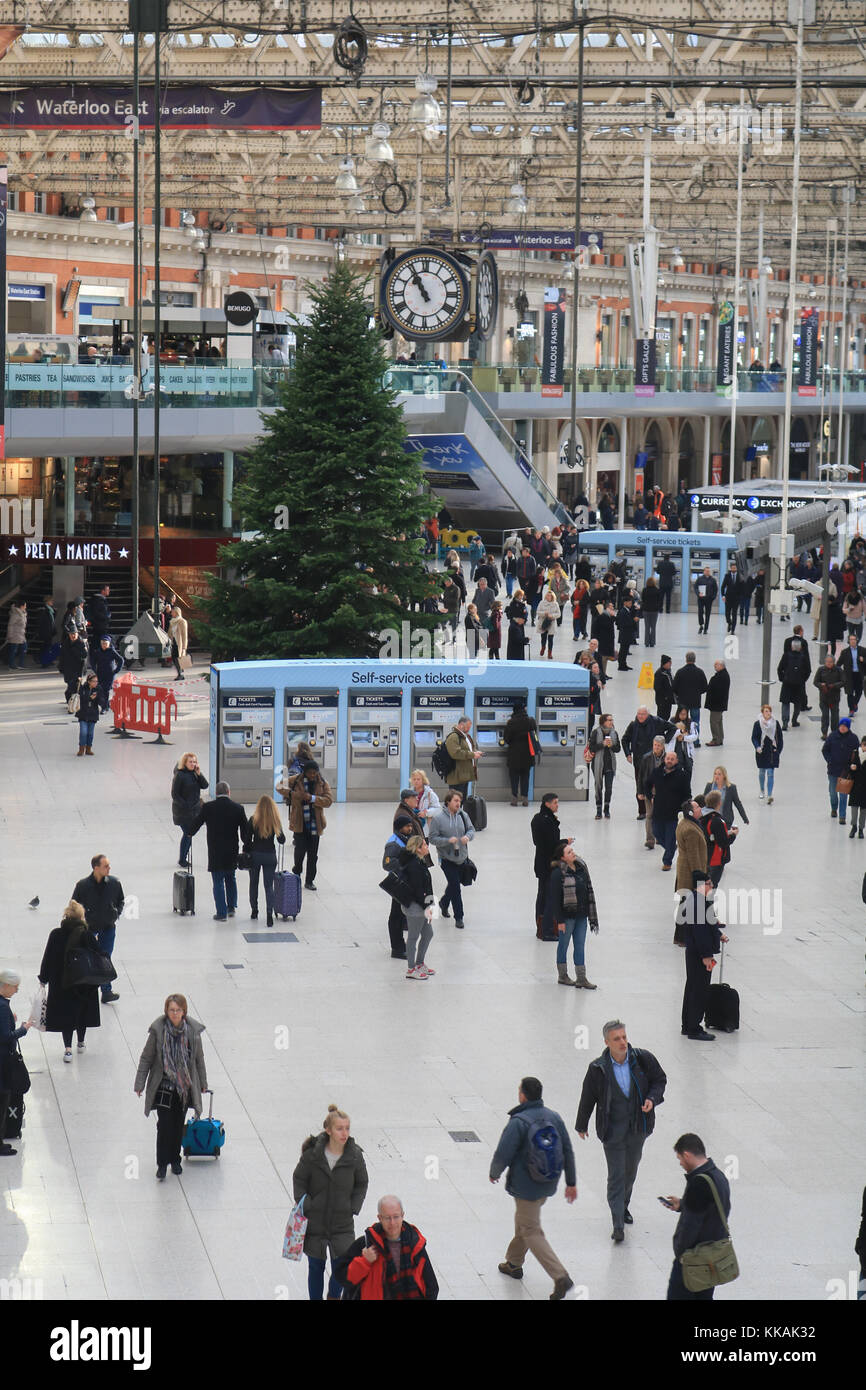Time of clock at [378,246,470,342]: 10:55
